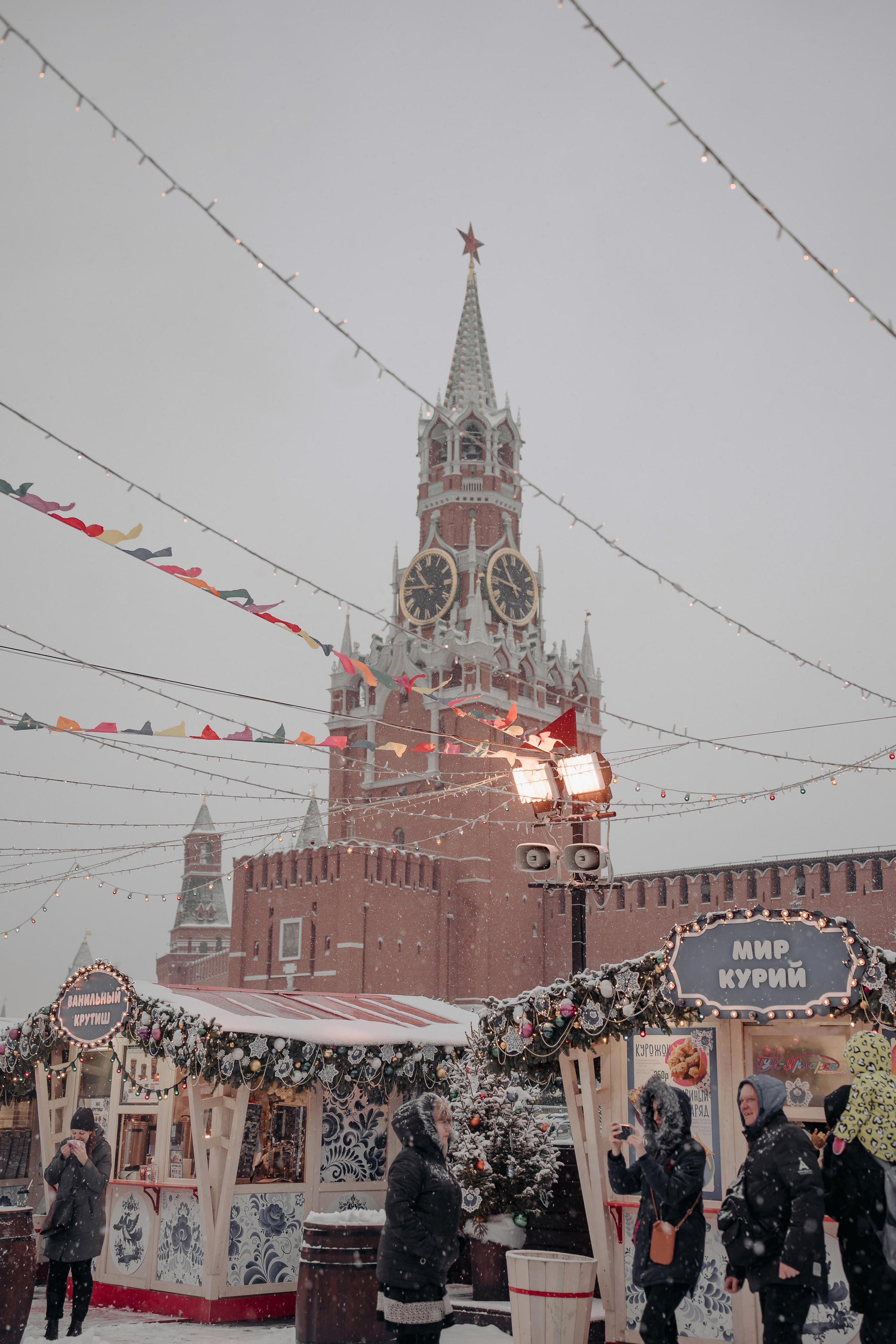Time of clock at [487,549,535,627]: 10:46
